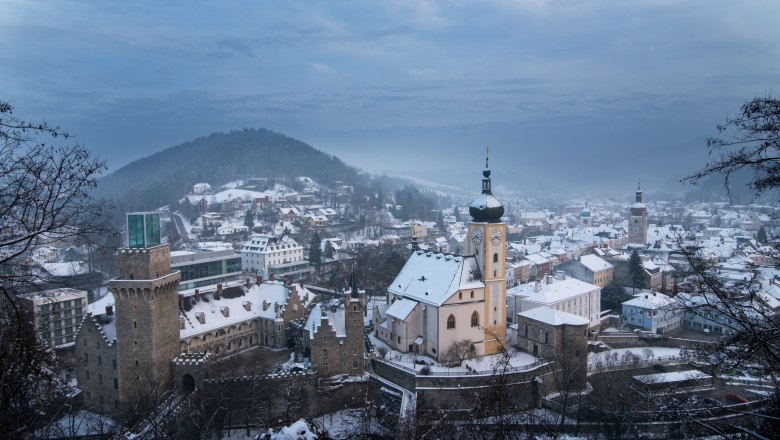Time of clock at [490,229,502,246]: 3:40
